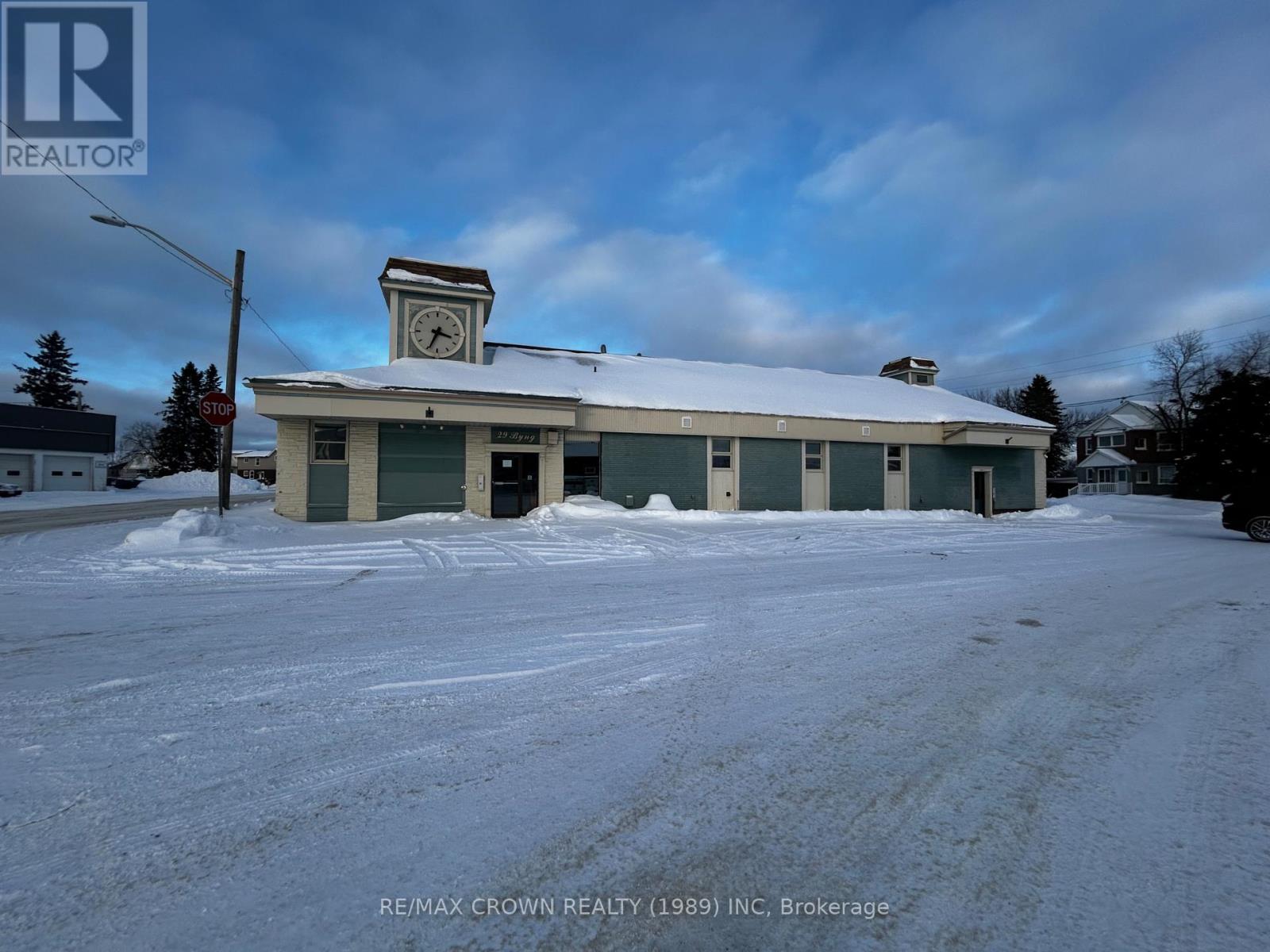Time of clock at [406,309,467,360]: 3:34
